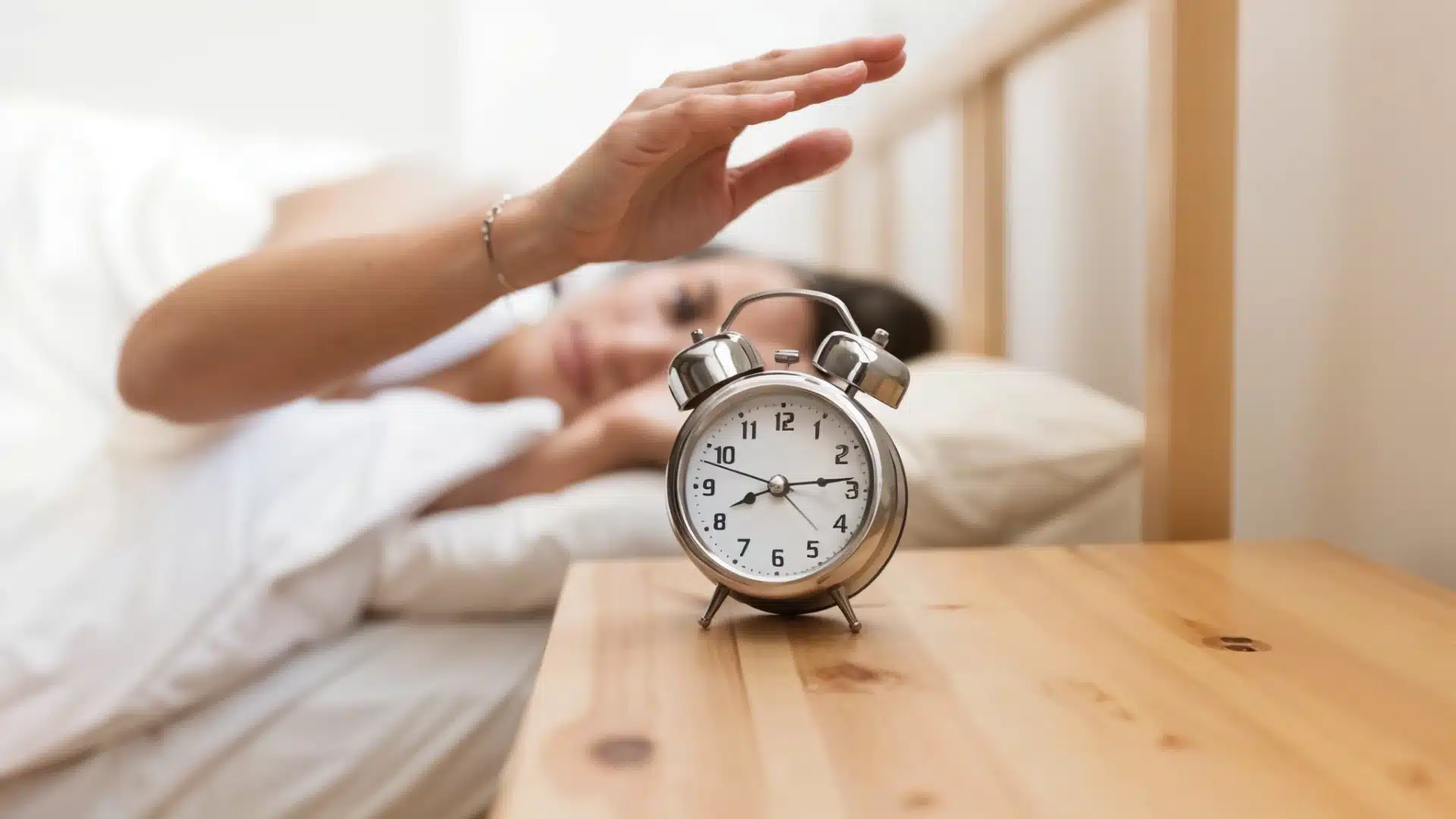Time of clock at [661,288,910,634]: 8:13
